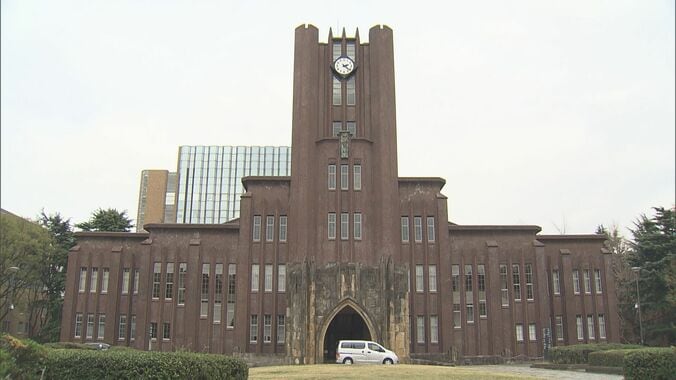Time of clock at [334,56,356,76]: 2:21
